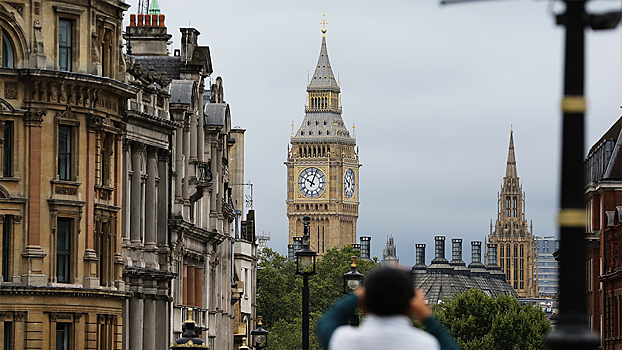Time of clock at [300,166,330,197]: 10:03
